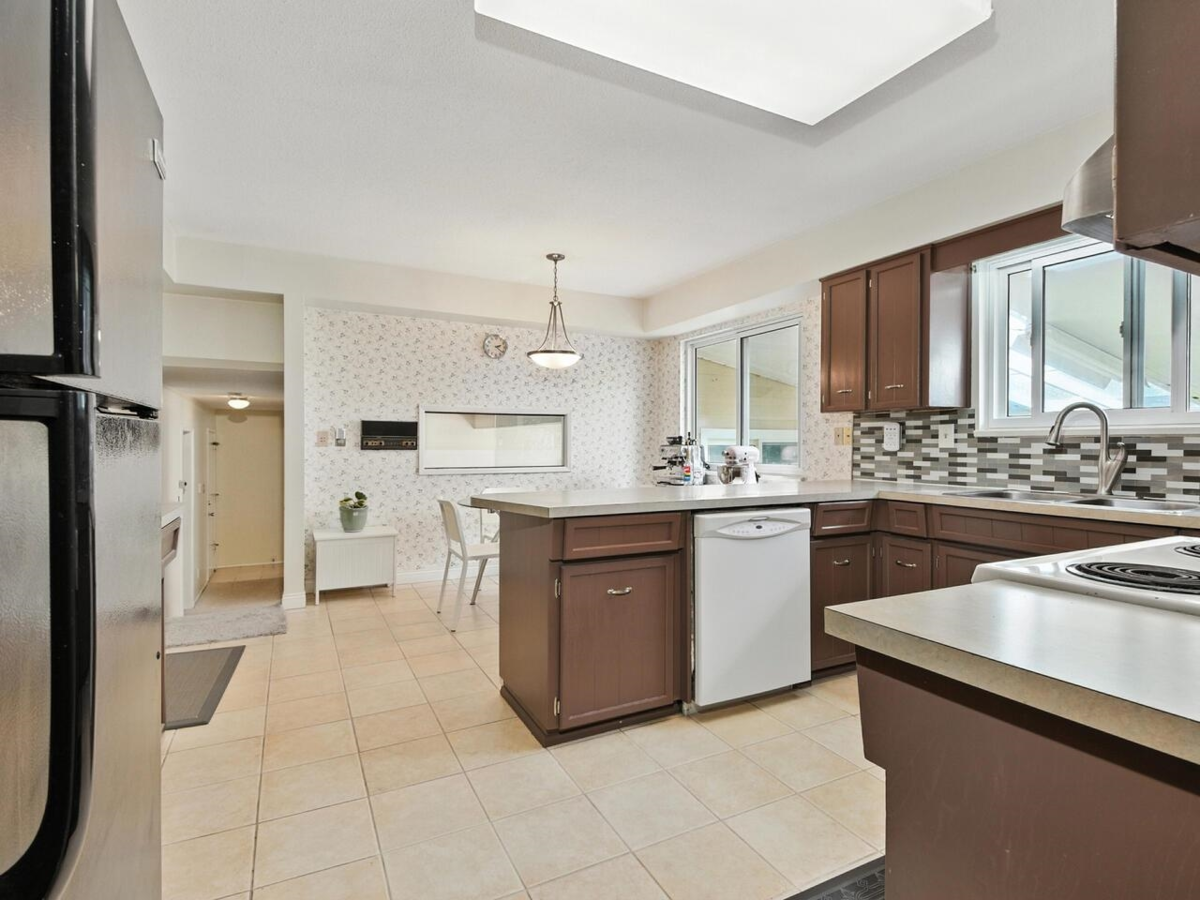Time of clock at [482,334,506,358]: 2:21
